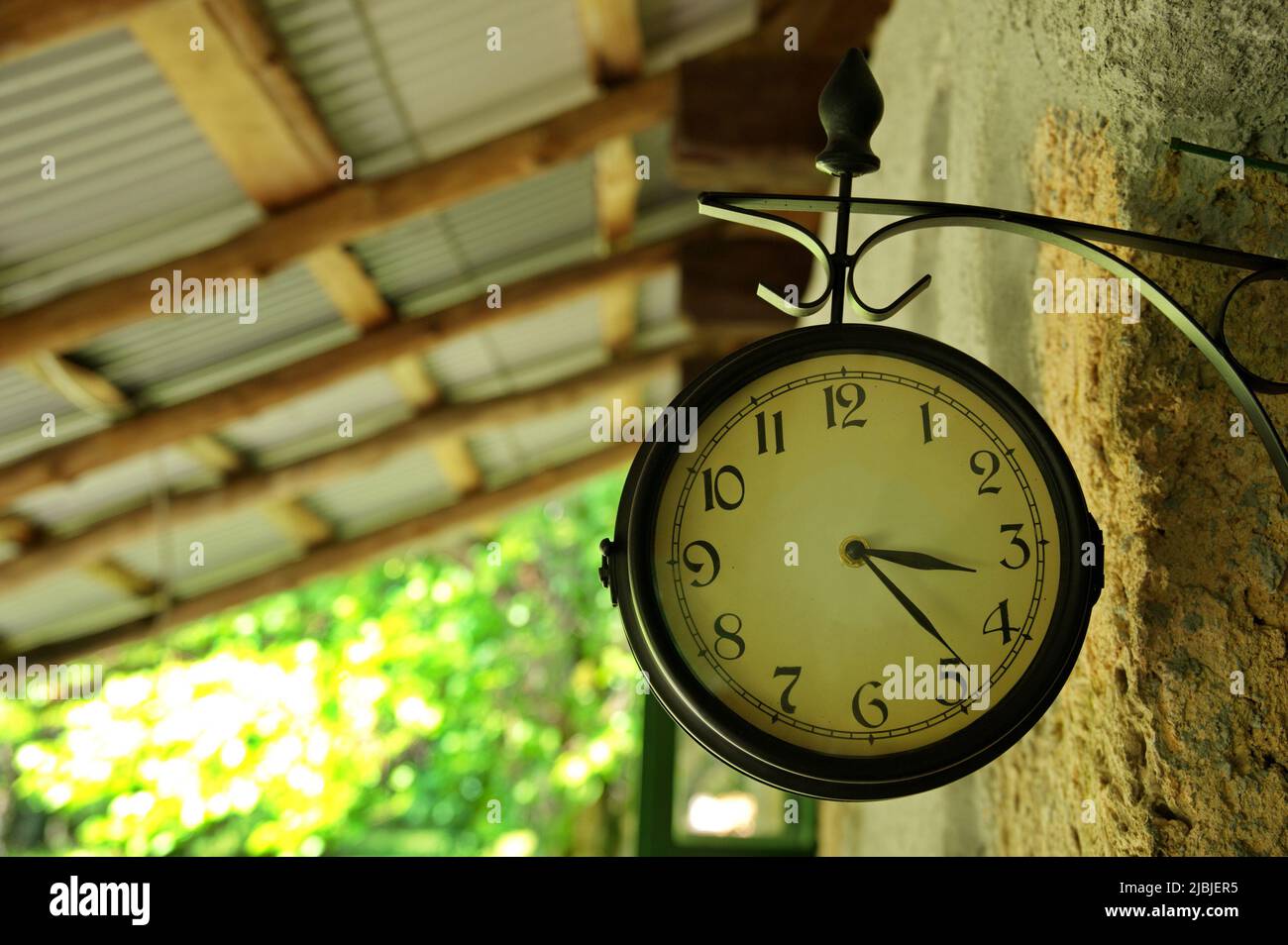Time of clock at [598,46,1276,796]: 3:23
